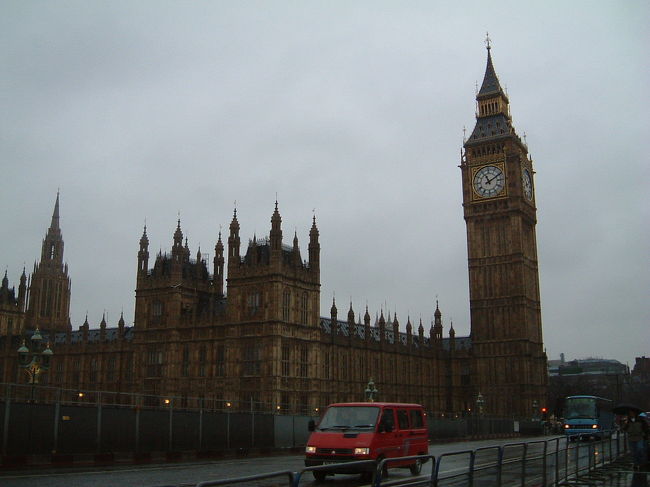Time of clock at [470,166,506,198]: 11:10
